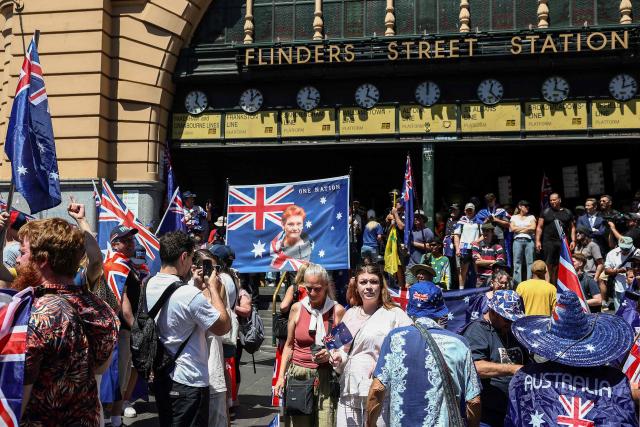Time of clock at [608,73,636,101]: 12:12
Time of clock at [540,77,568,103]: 12:18
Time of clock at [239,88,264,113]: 12:07
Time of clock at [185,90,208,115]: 12:23
